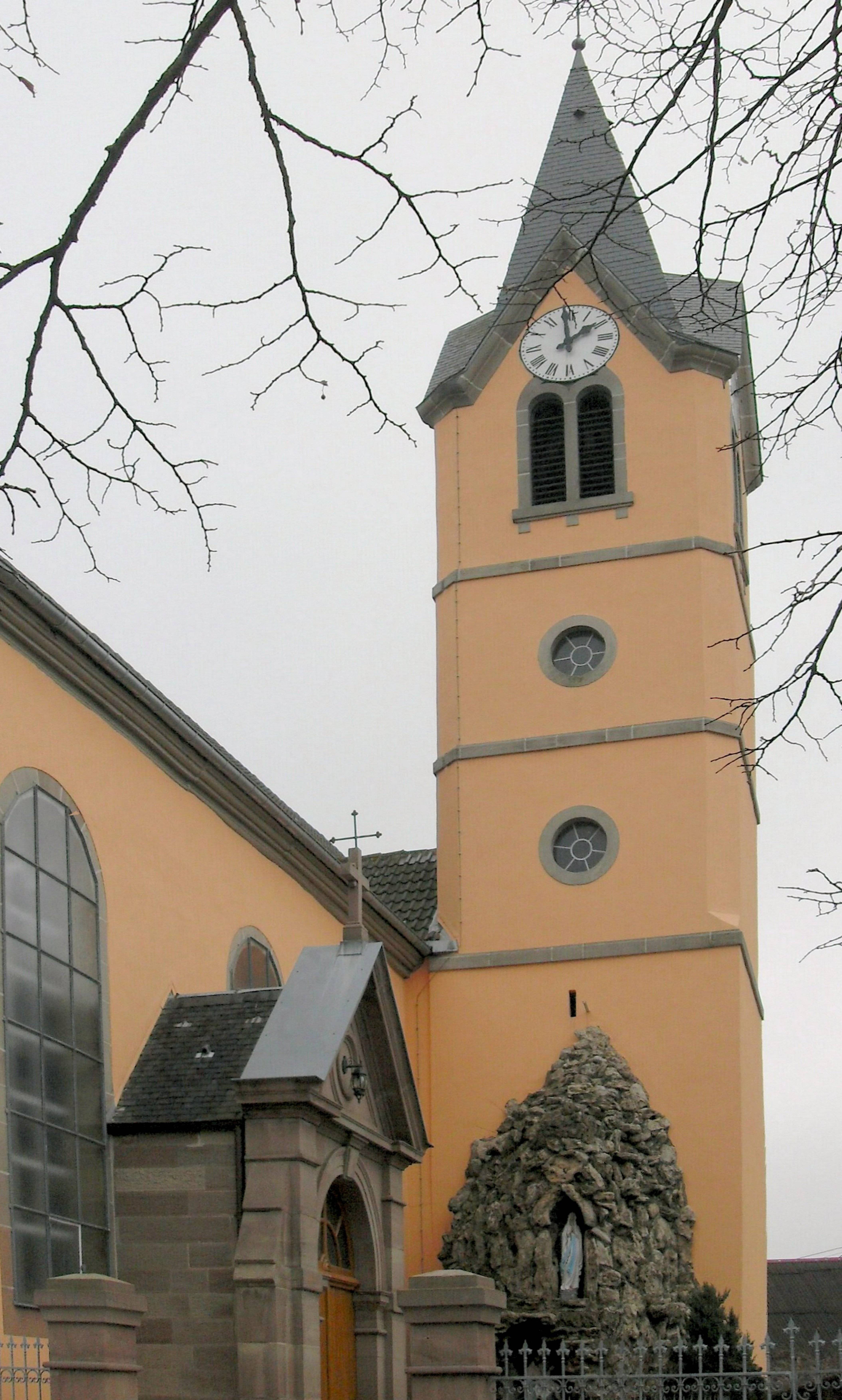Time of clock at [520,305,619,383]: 1:59
